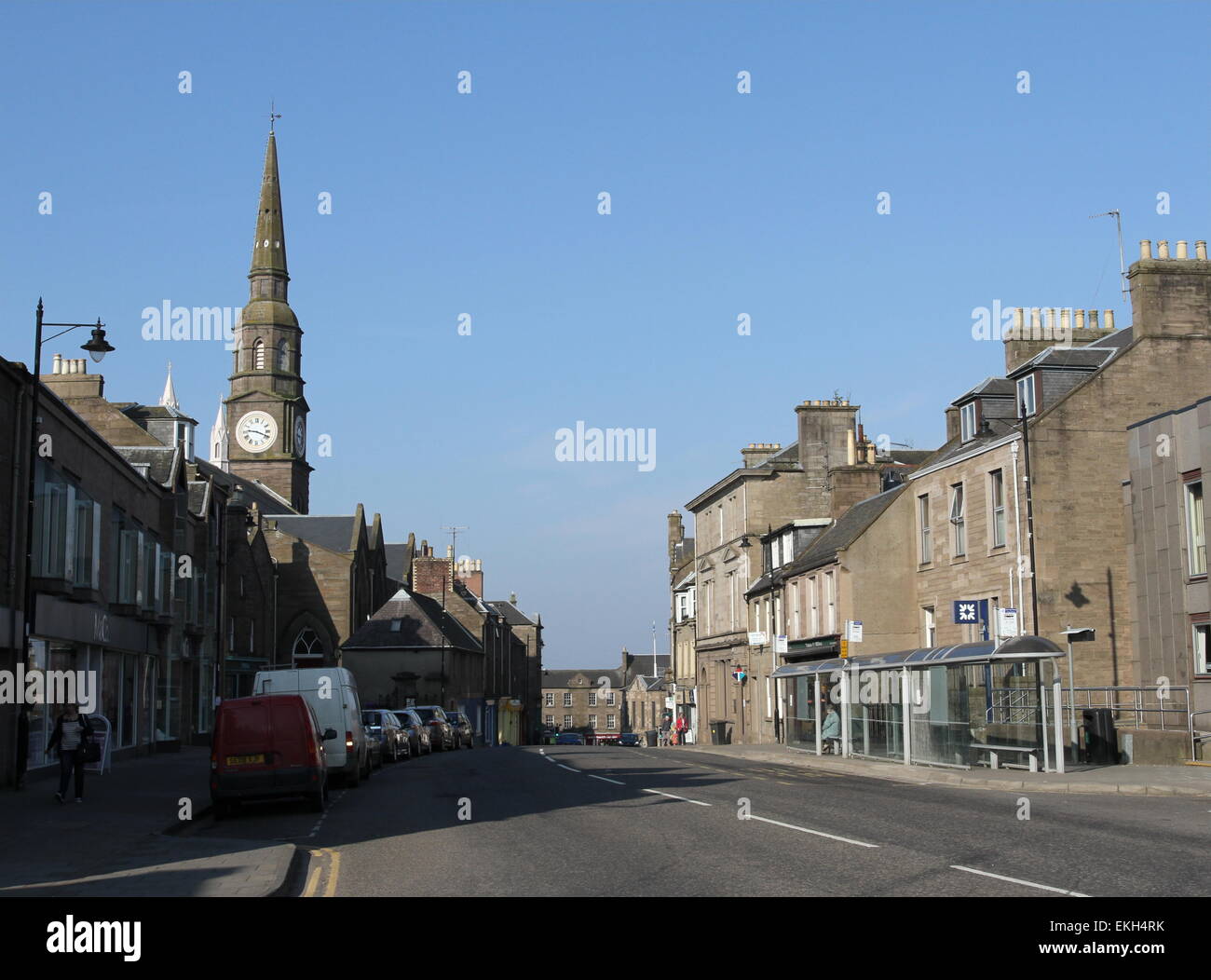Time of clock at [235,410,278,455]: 9:18
